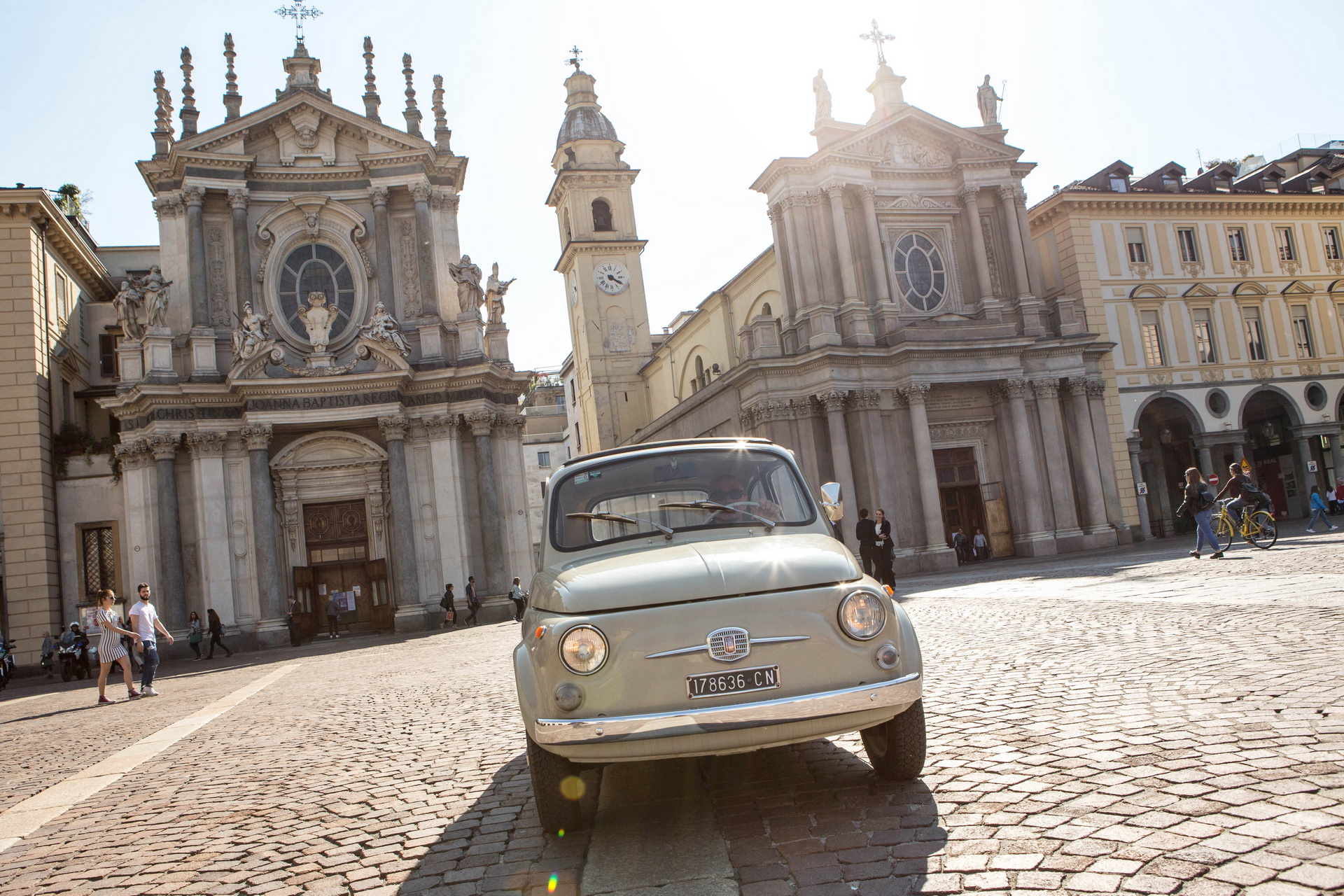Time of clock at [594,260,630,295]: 4:20
